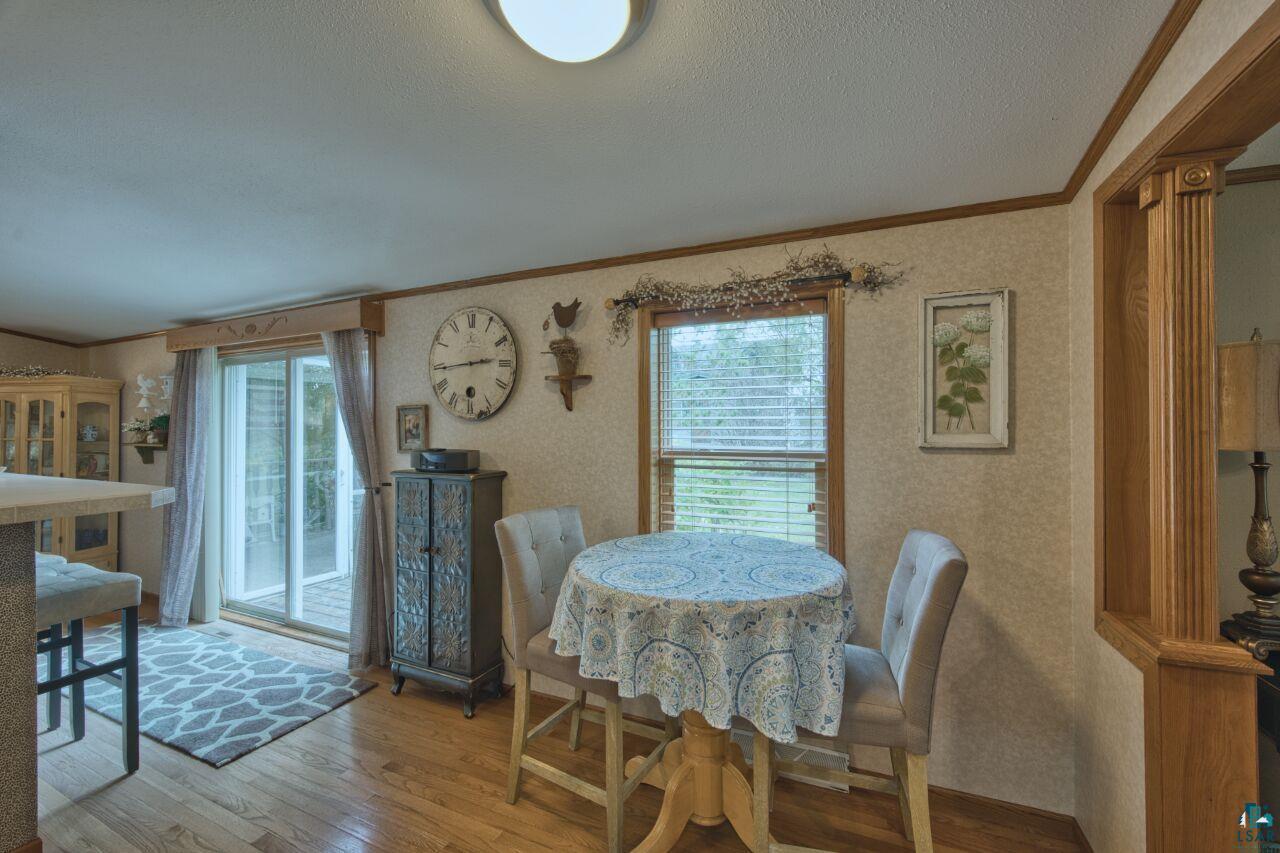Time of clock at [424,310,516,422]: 2:44
